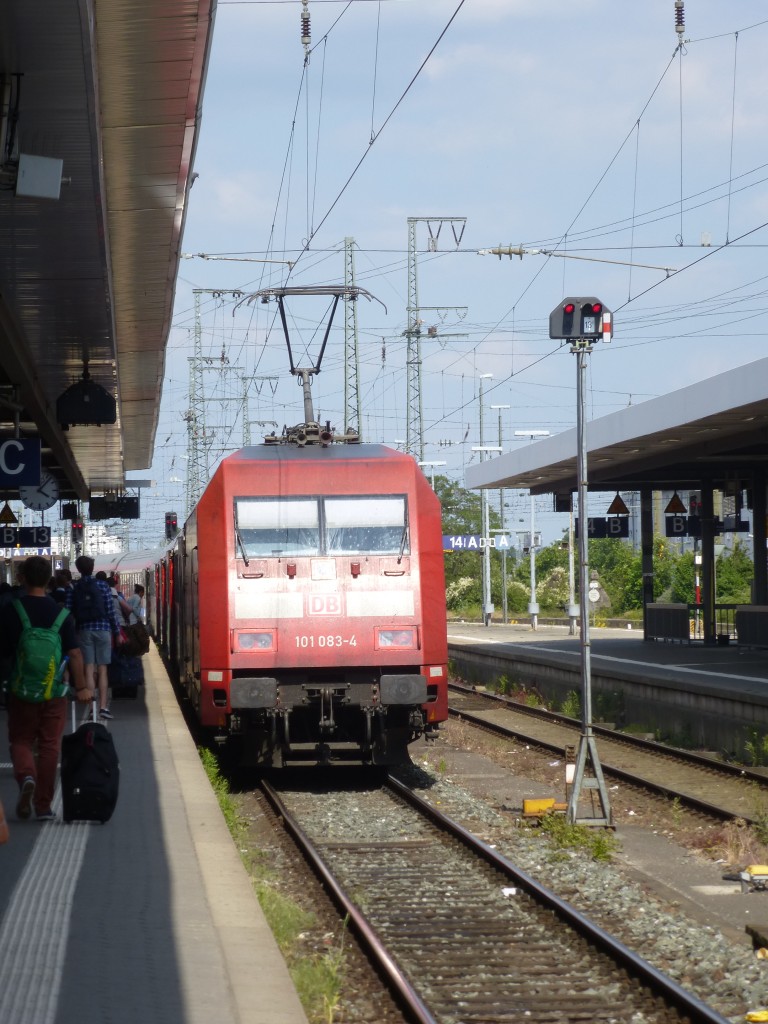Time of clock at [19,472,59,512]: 4:07
